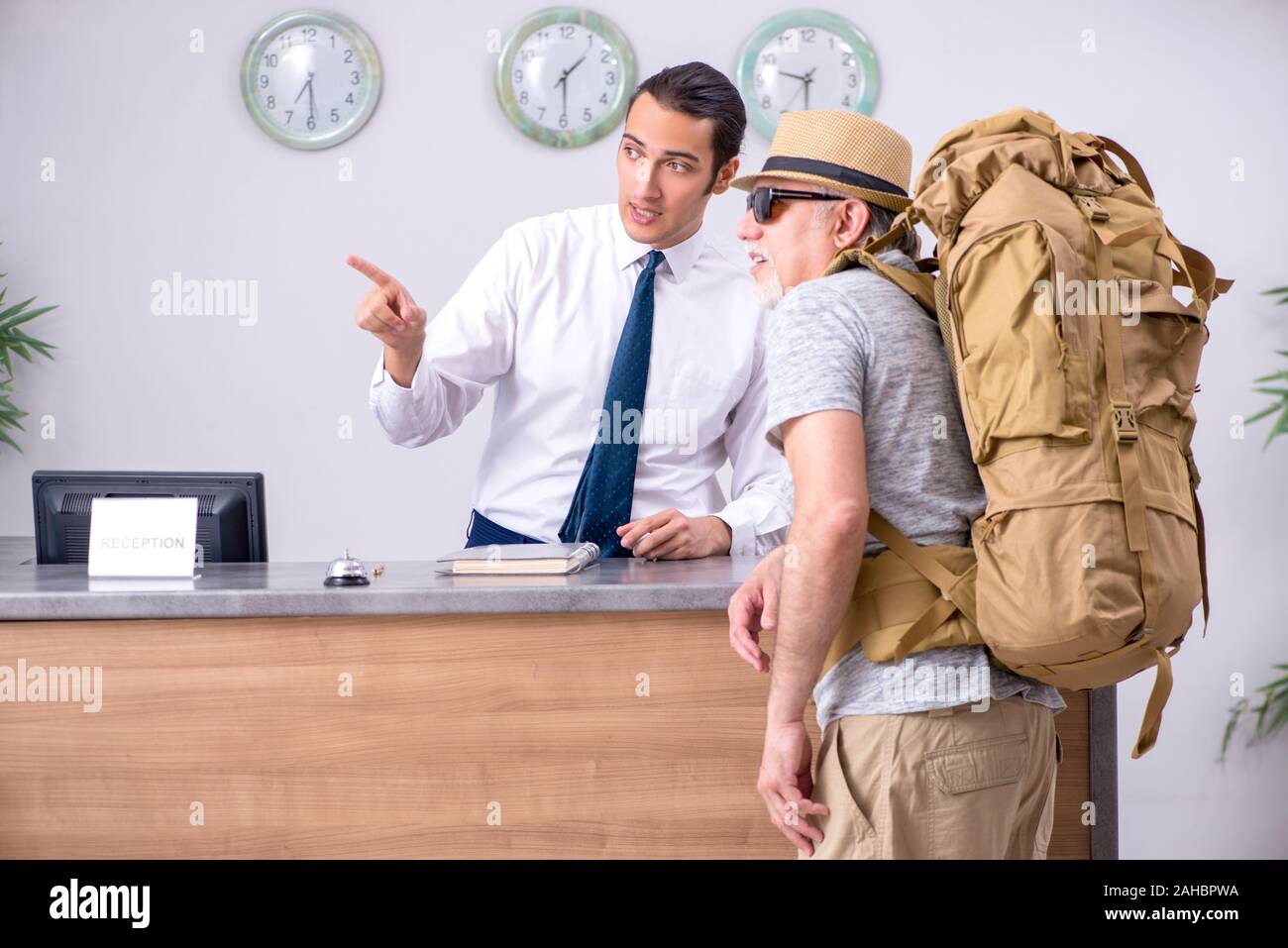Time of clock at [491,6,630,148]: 1:29
